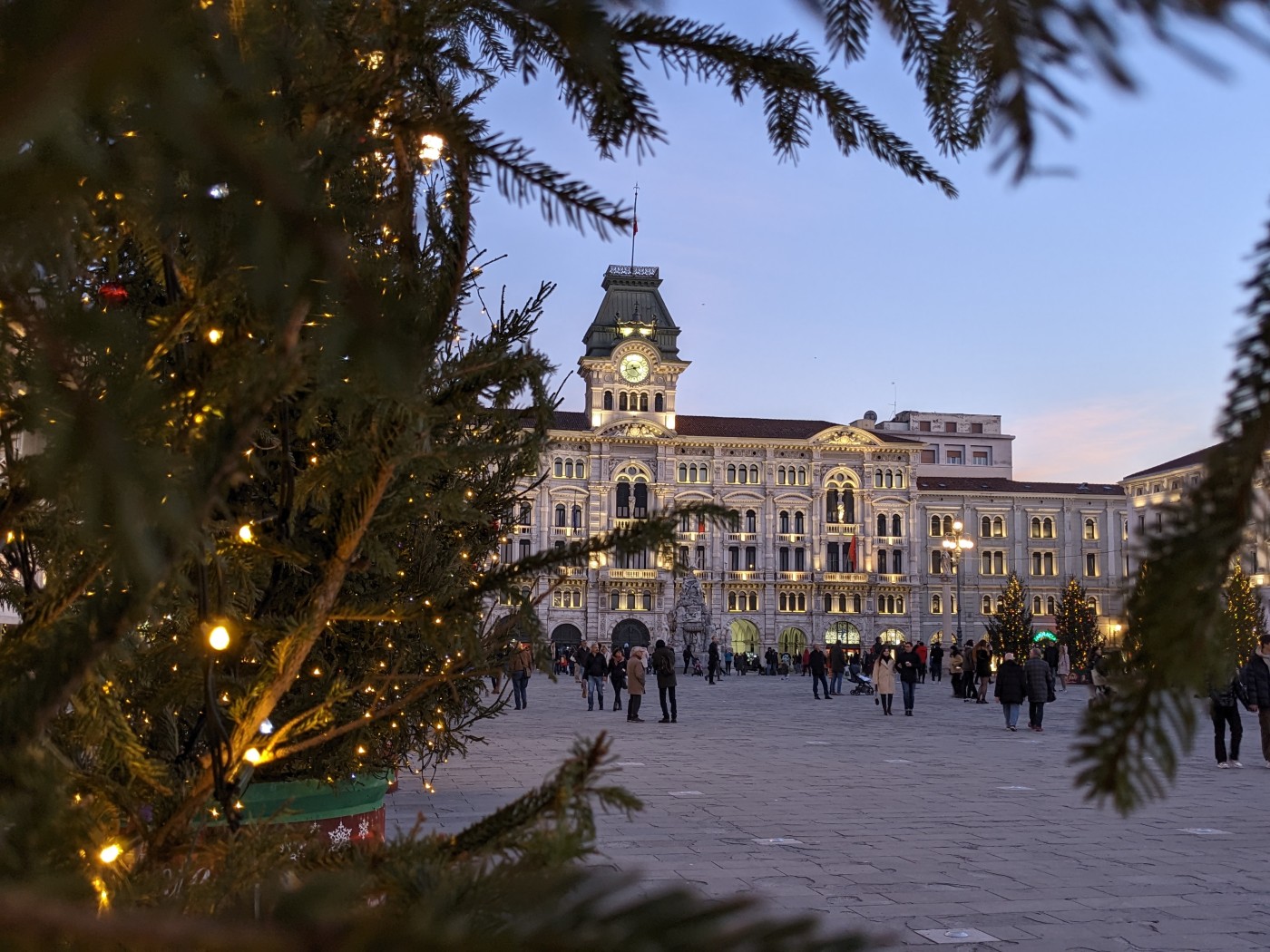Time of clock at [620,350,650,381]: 4:42
